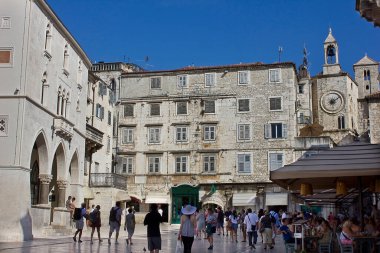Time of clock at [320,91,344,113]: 6:08
